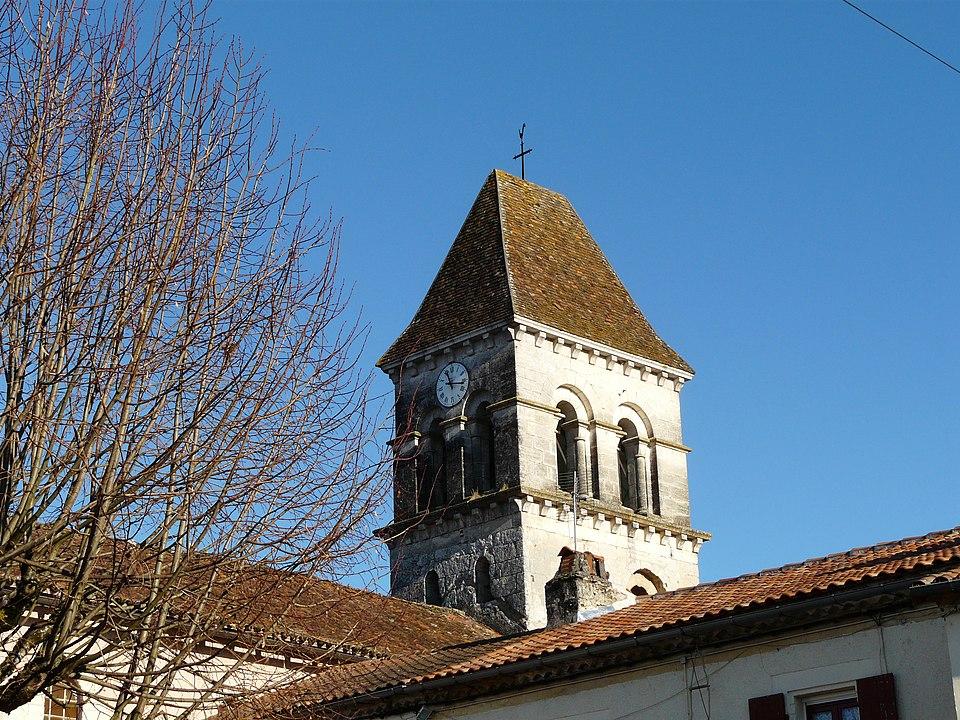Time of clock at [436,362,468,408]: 11:16
